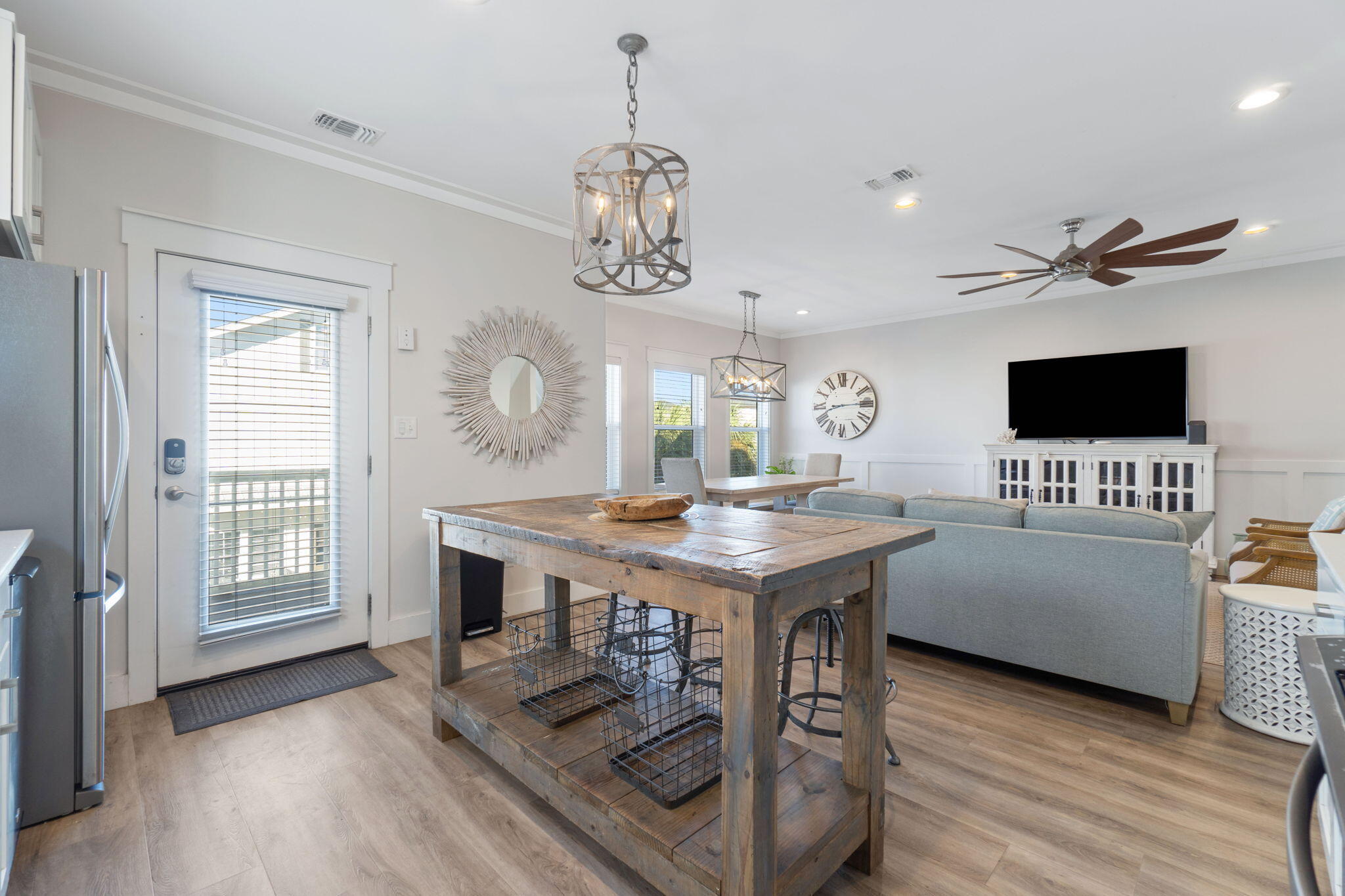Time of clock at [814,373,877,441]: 8:14
